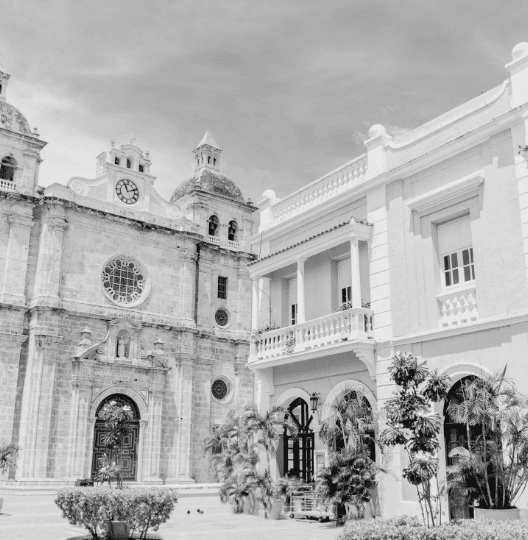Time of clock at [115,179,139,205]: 11:11
